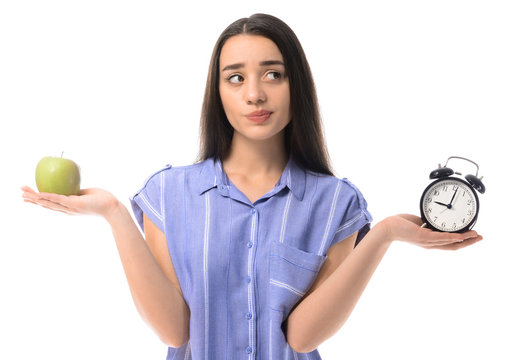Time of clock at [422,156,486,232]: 9:01
